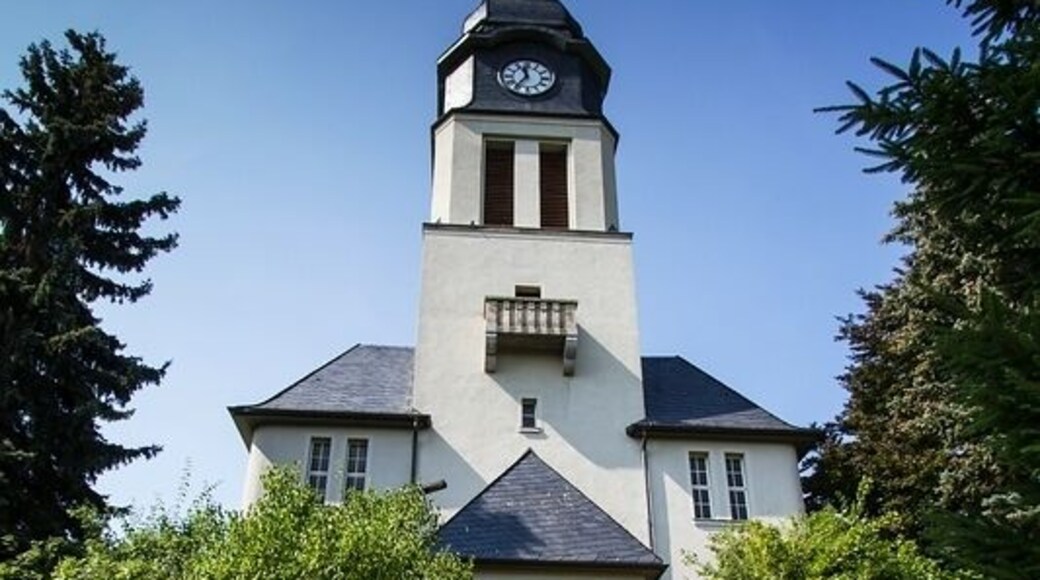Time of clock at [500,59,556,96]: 11:36
